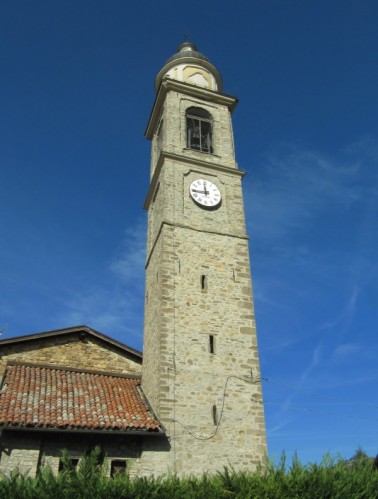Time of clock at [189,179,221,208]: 11:44
